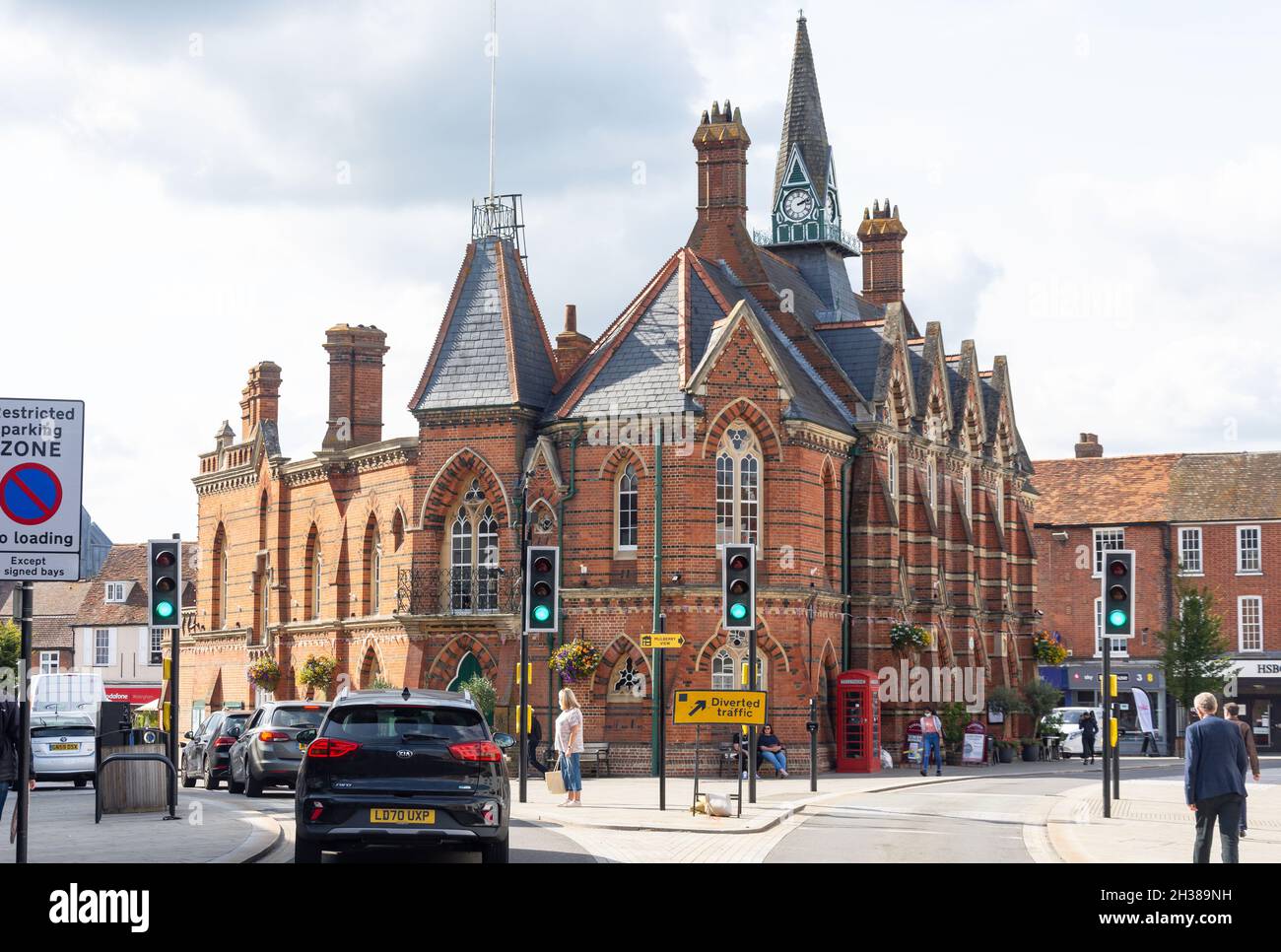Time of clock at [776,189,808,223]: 2:12
